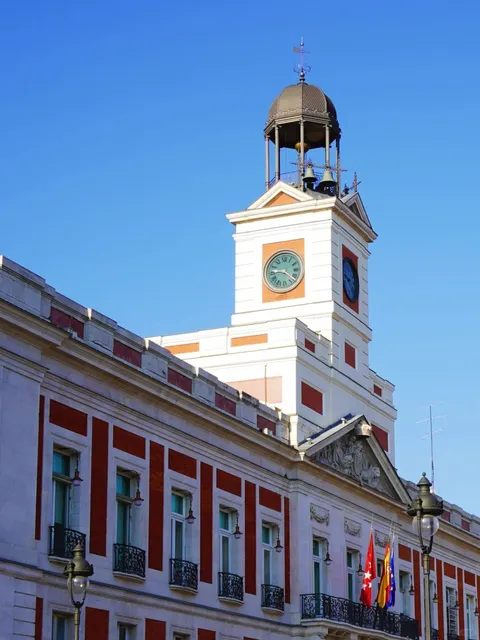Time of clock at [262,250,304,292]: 9:21
